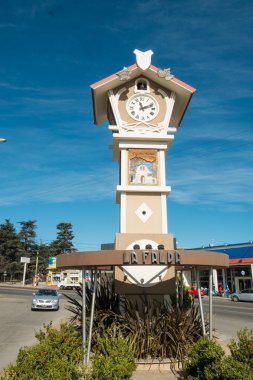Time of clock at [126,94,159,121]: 11:11
